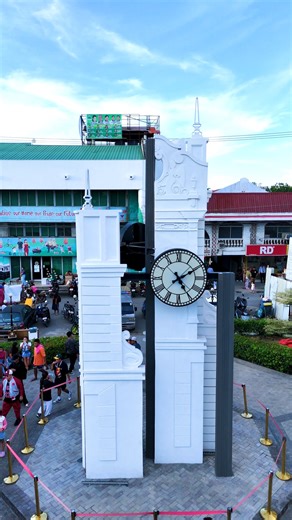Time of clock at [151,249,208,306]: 5:09
